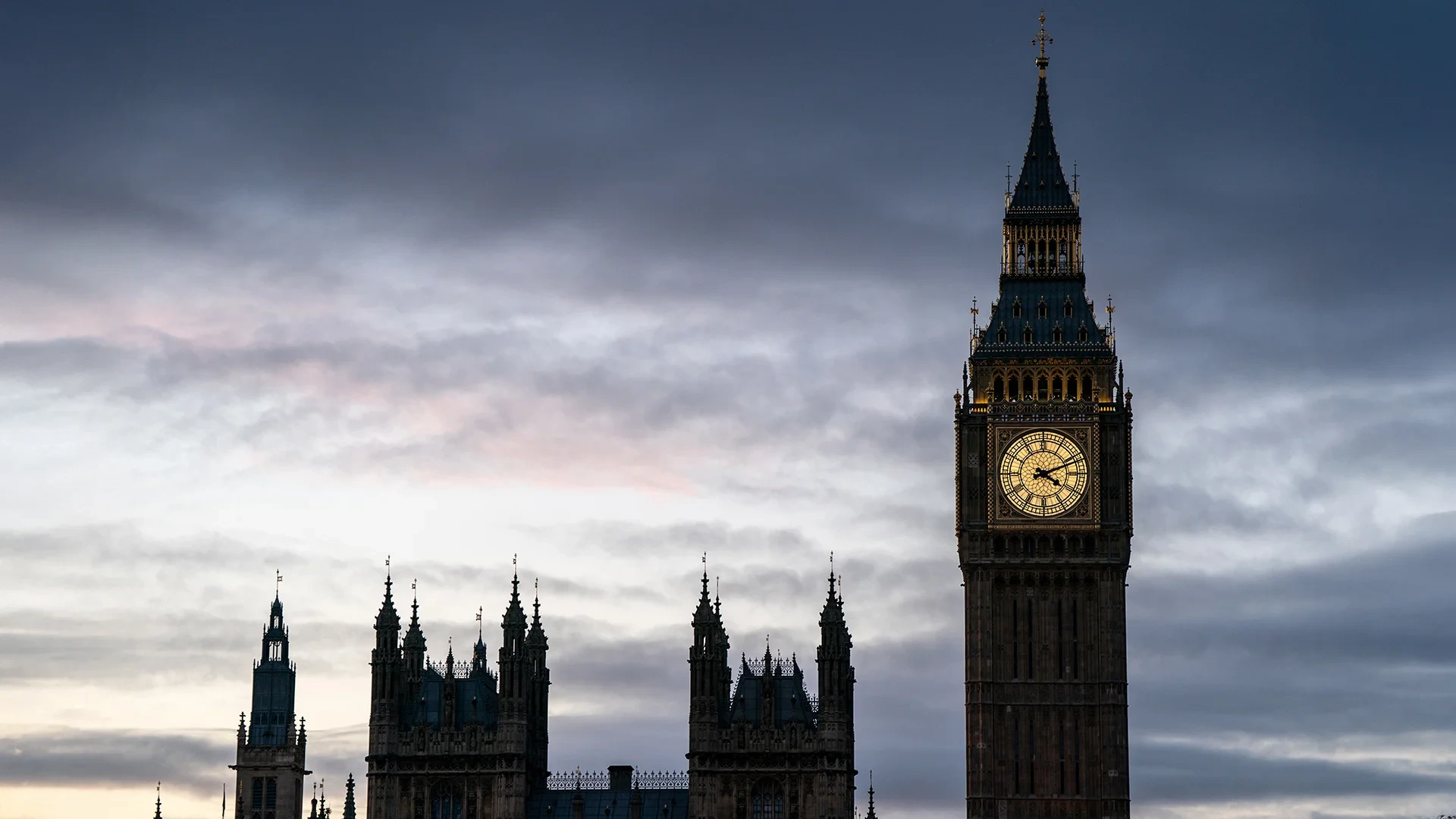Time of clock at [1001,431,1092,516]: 4:11
